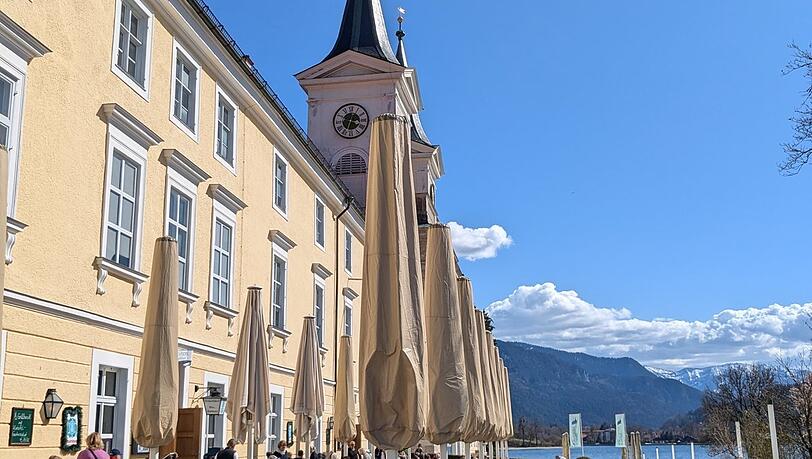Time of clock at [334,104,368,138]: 3:34
